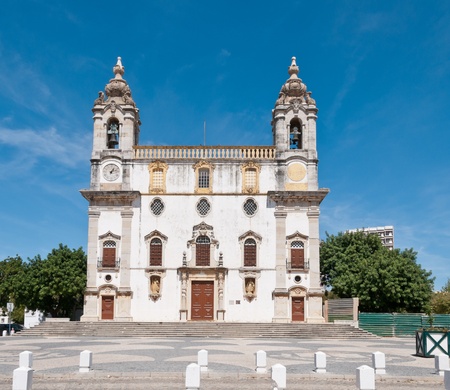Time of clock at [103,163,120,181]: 1:12
